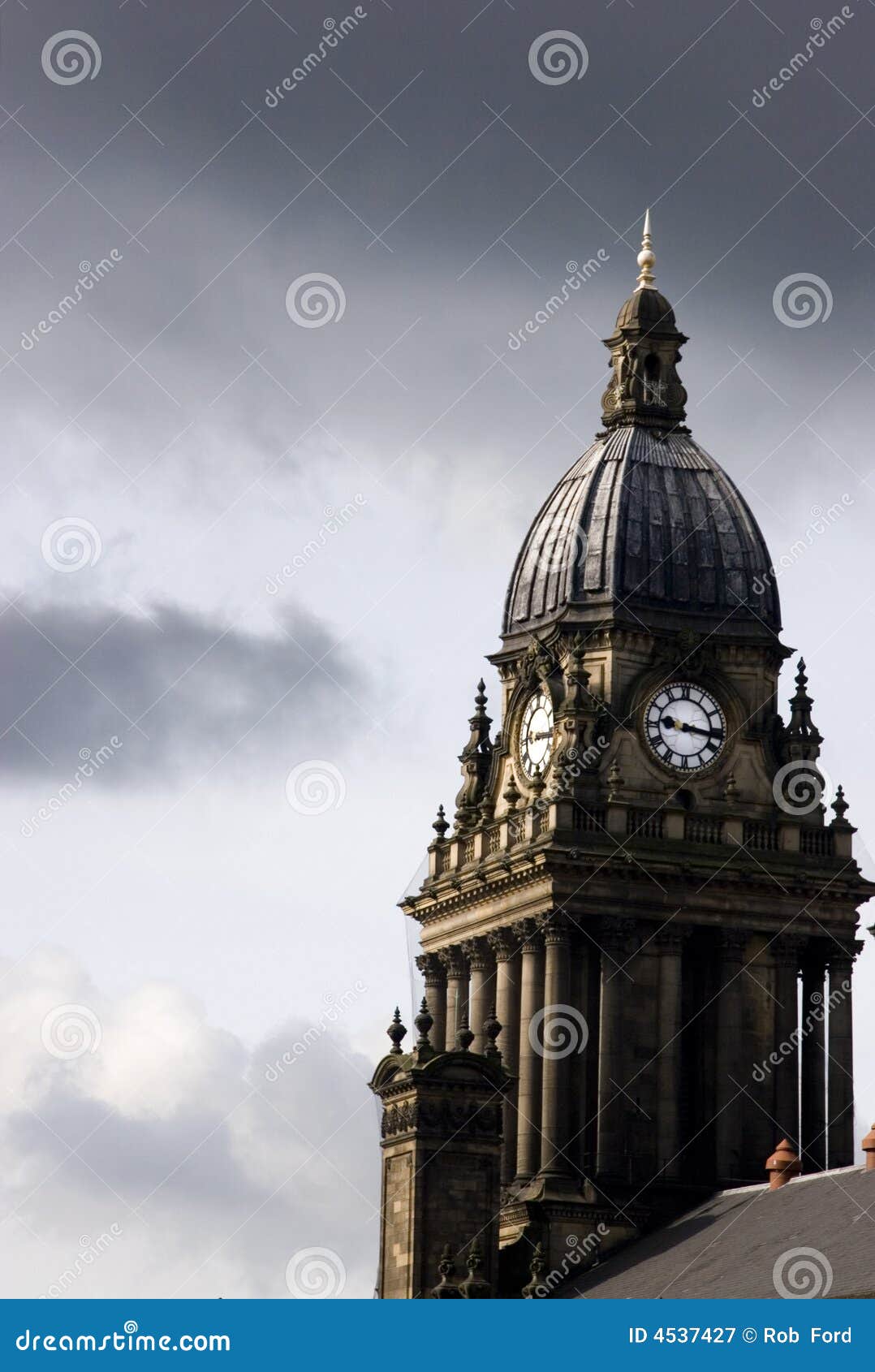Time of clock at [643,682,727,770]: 9:16
